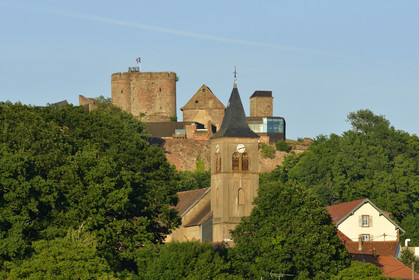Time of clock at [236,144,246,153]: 8:12
